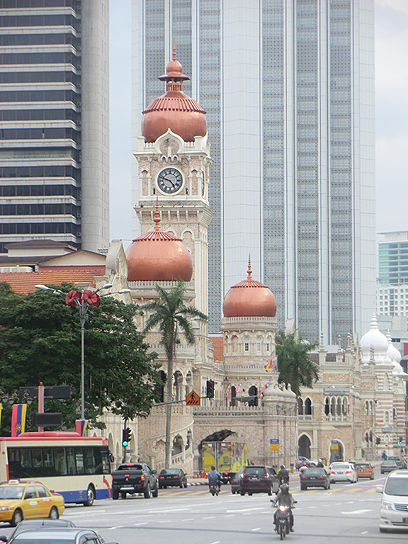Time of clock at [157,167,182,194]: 4:47
